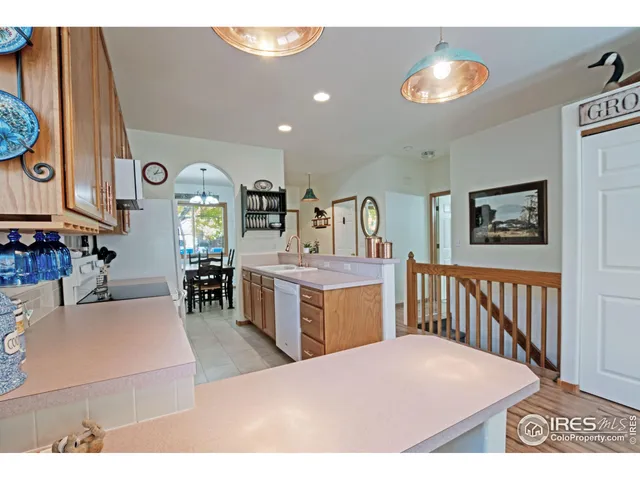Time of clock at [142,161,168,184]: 1:12
